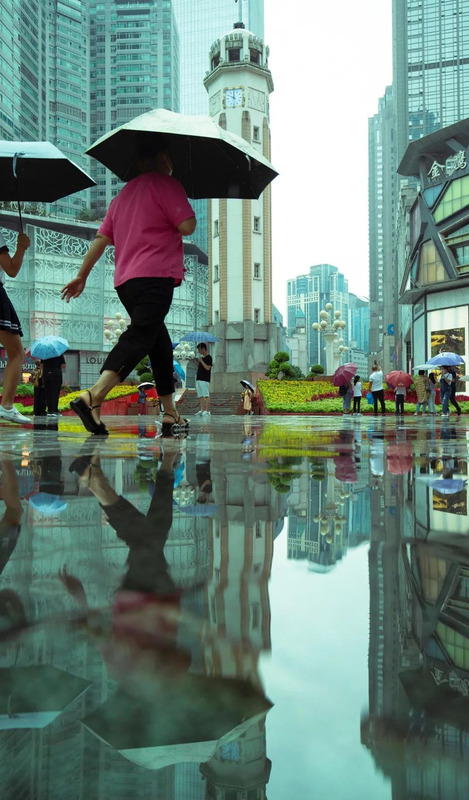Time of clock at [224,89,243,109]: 10:00
